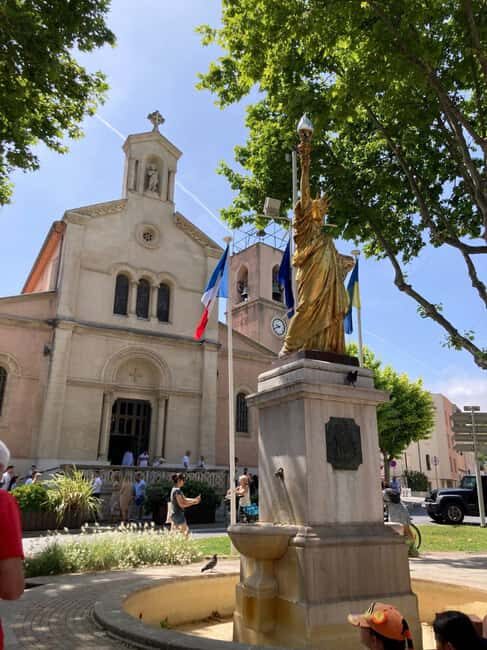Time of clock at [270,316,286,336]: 9:41
